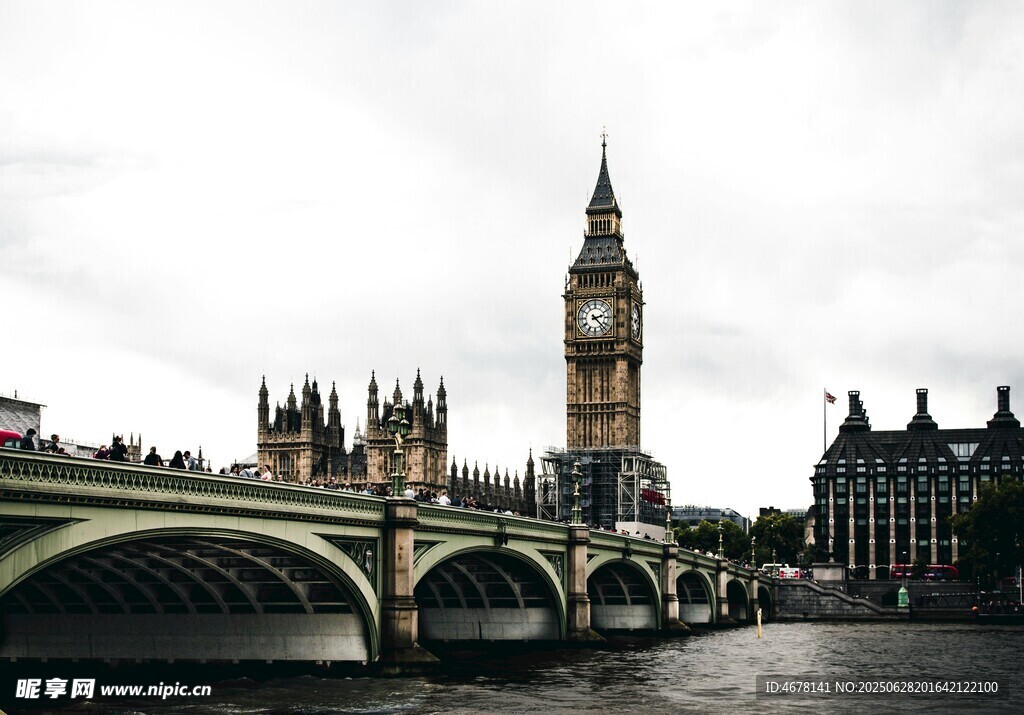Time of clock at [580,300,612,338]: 2:22
